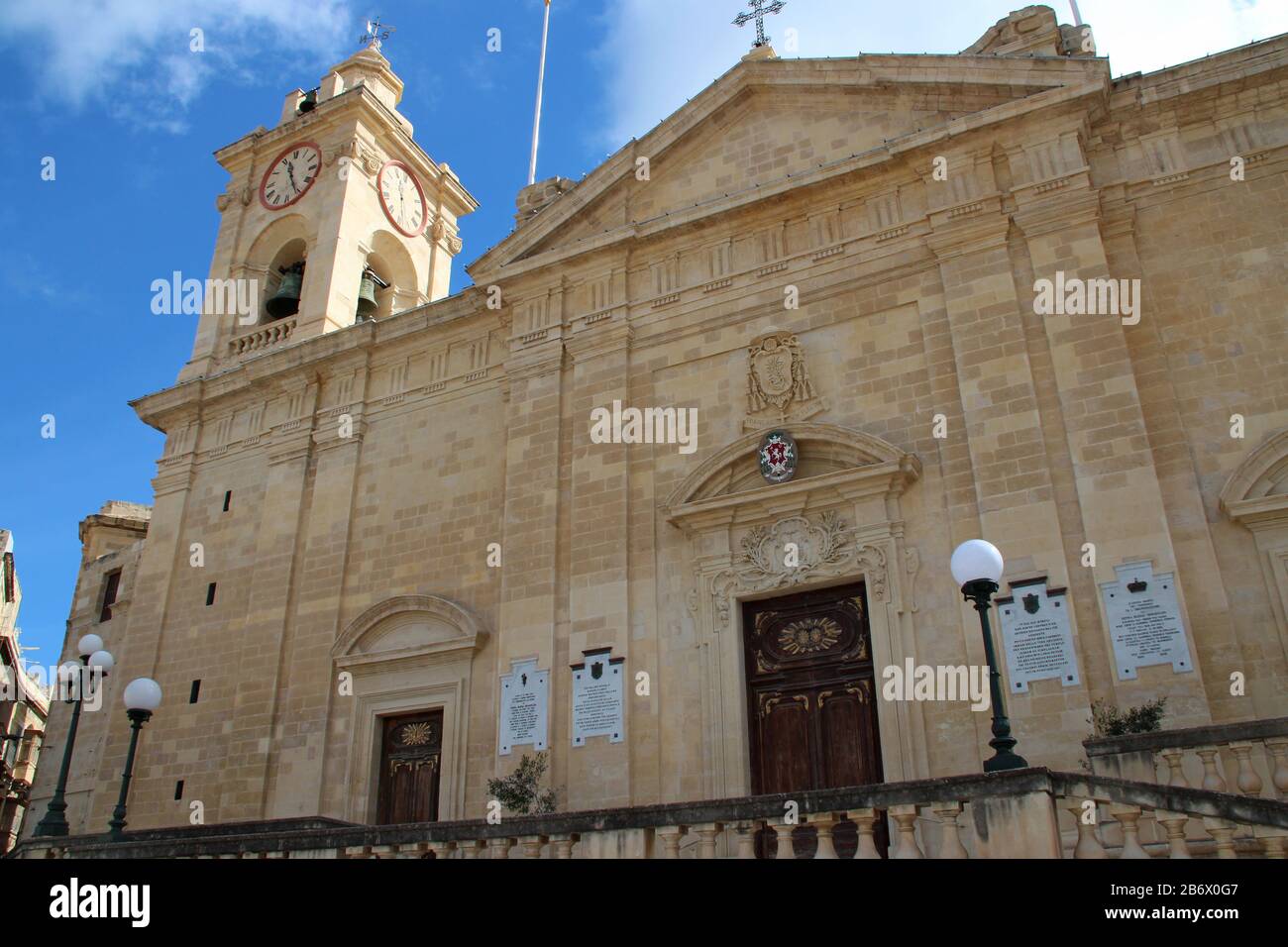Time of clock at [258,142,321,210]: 11:25
